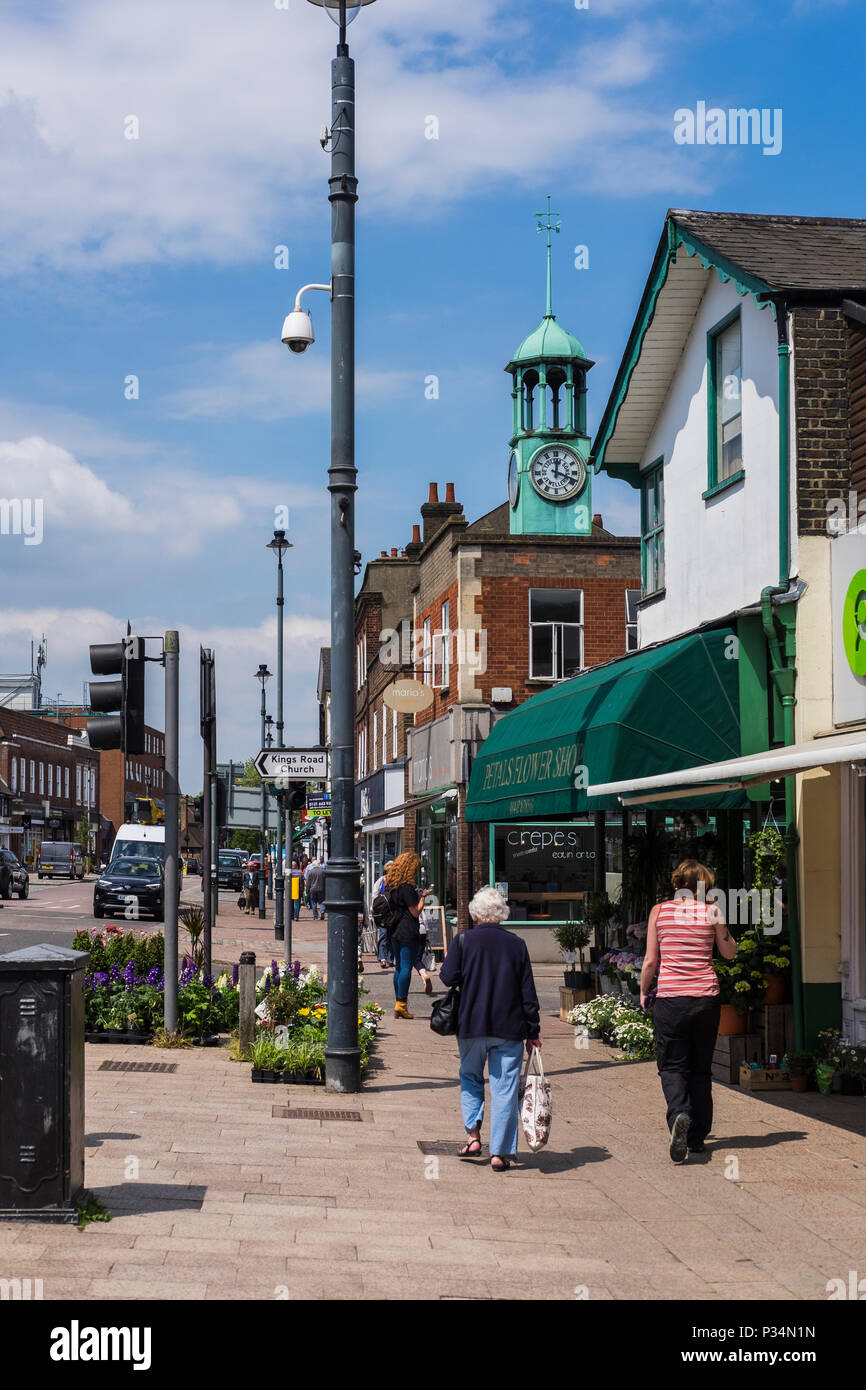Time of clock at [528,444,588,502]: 12:18
